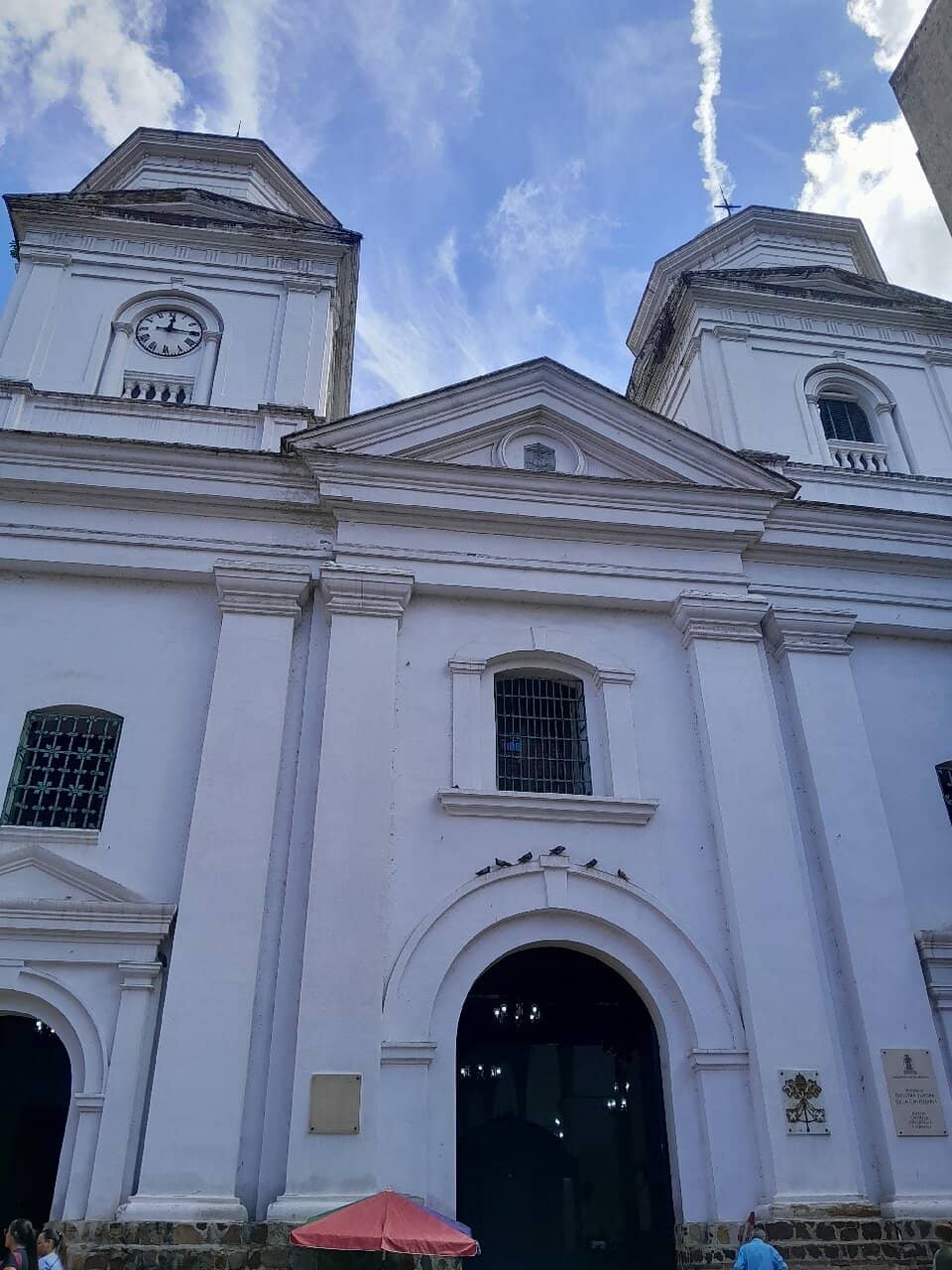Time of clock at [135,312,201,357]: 12:15
